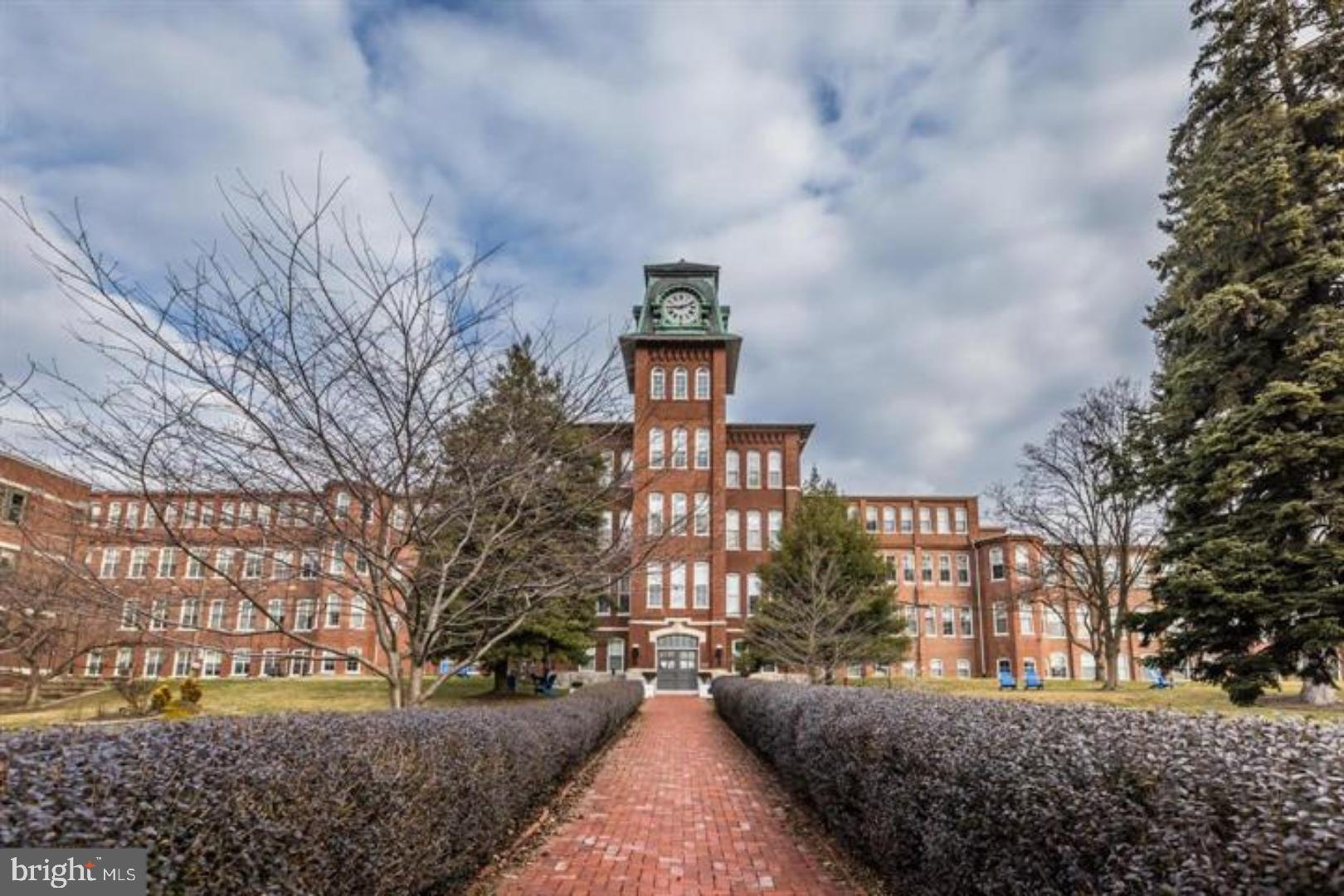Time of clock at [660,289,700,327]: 9:11
